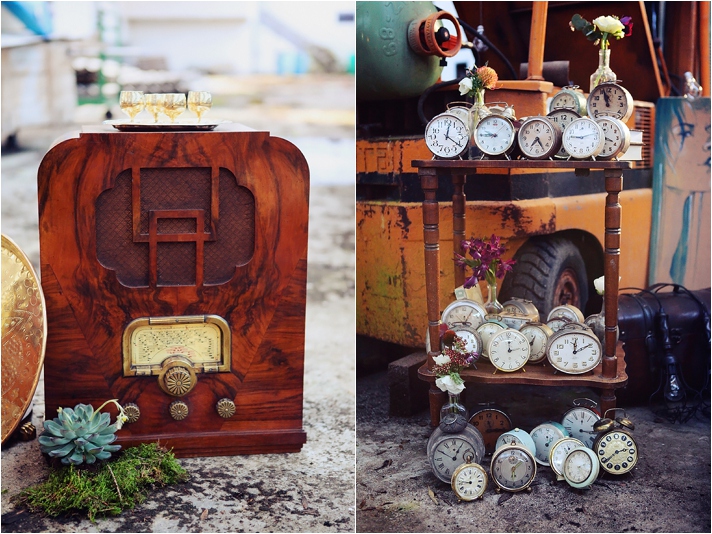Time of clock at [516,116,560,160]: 7:24
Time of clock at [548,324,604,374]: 12:09
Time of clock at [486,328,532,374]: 12:13
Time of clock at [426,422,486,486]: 12:49
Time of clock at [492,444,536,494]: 6:08
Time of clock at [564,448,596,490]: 2:24
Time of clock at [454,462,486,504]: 11:46
